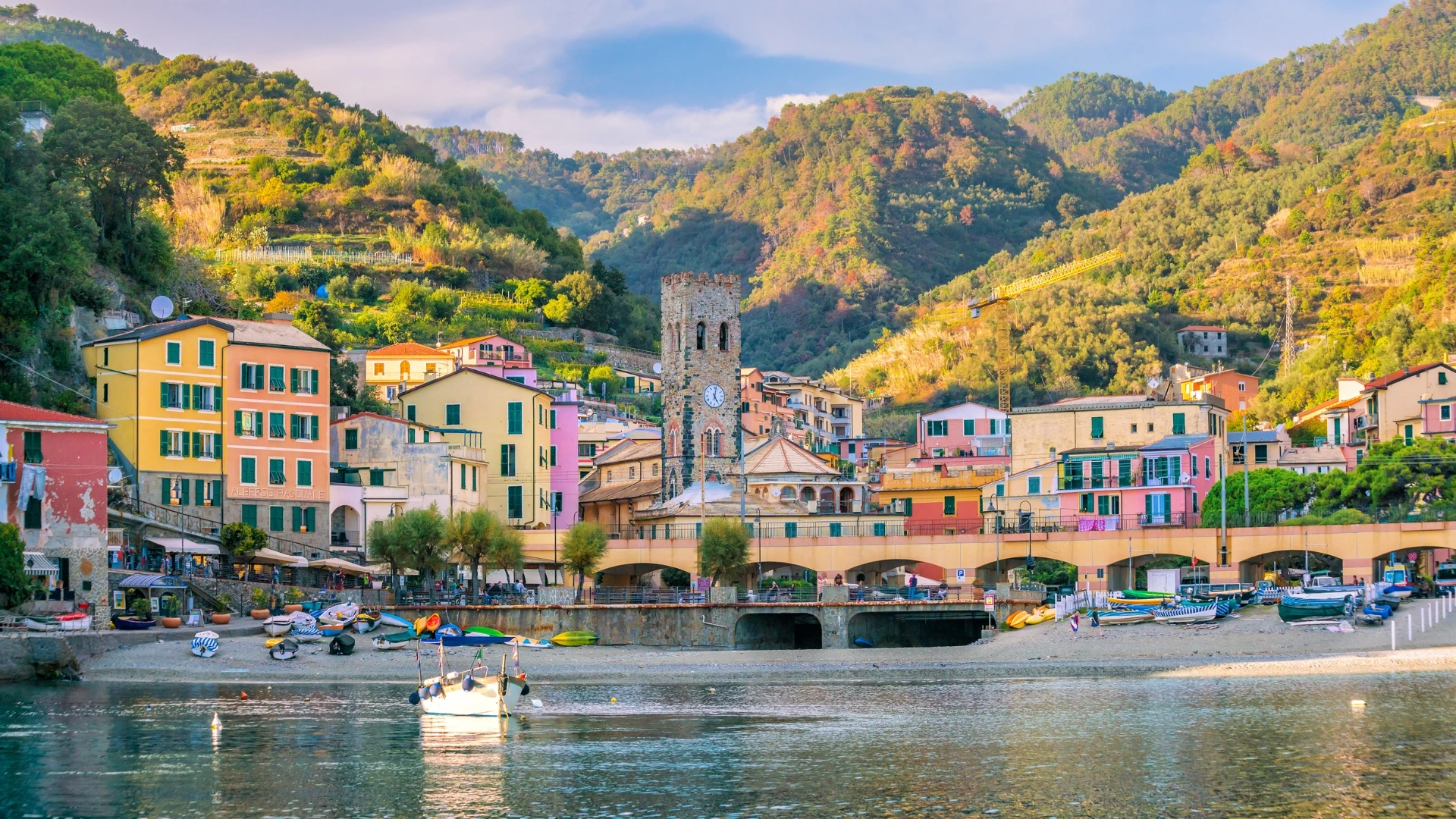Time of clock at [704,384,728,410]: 5:02
